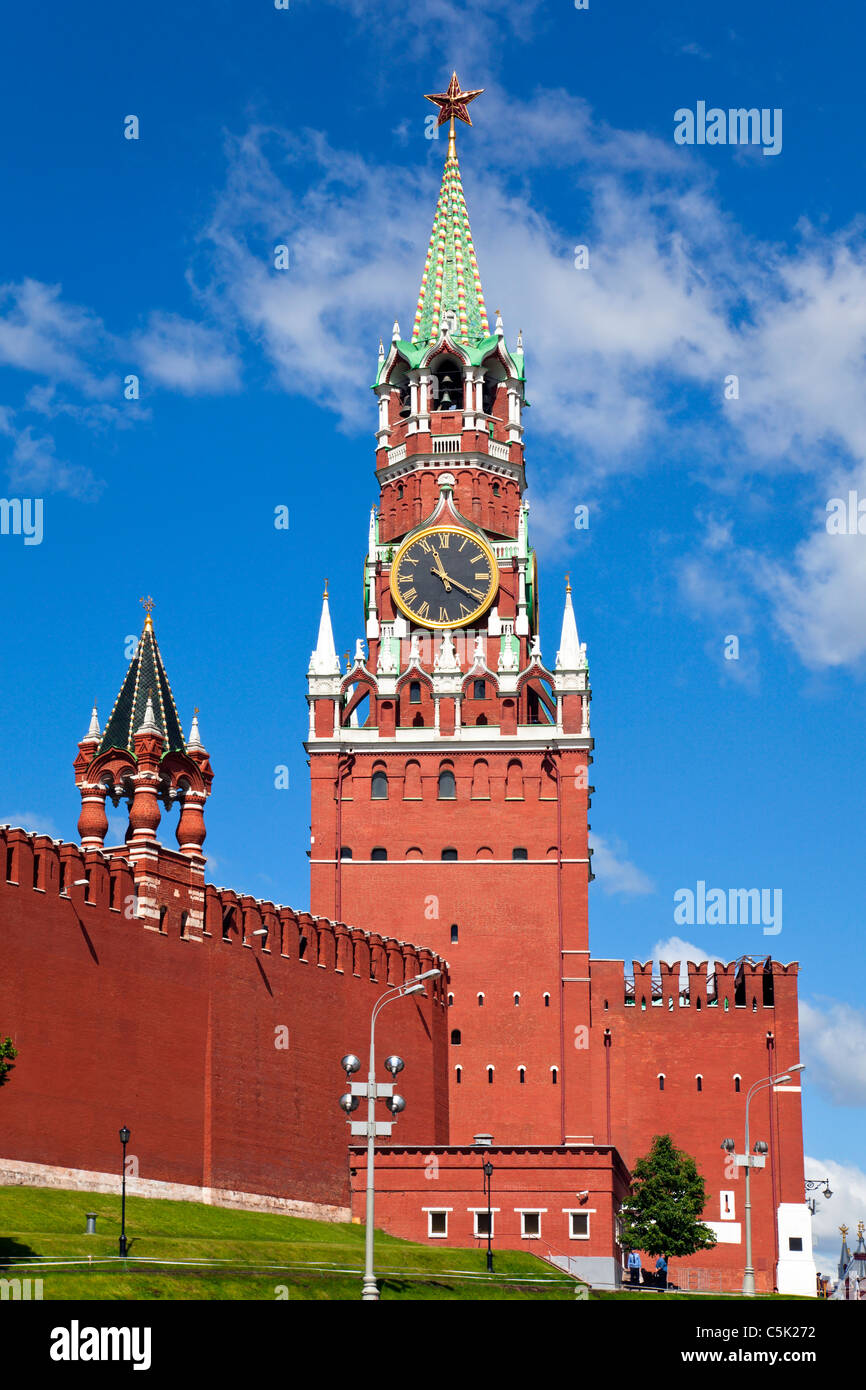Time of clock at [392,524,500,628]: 11:20
